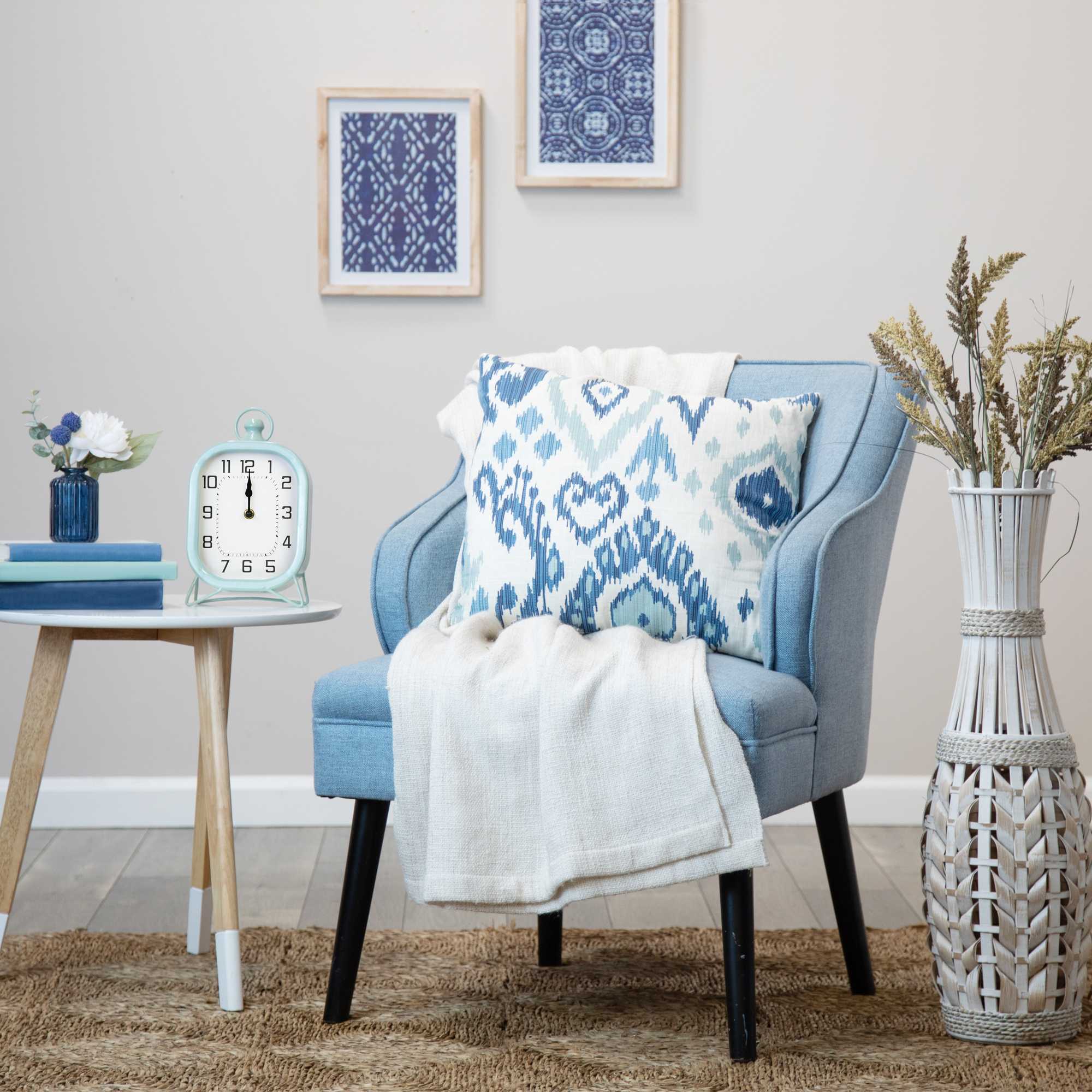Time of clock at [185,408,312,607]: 12:00
